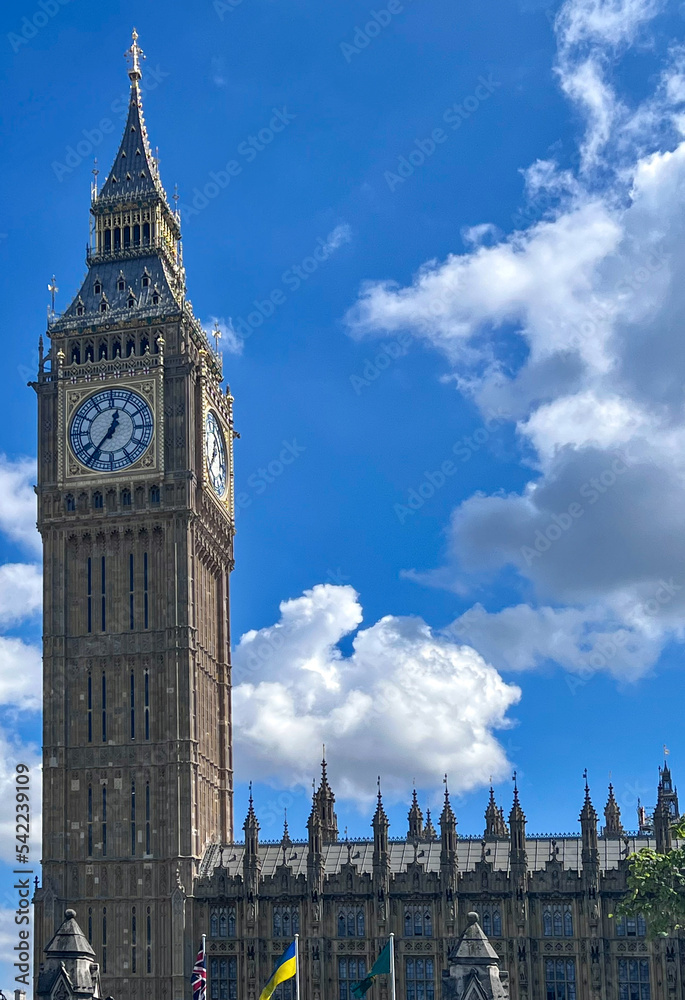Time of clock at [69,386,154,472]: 12:36
